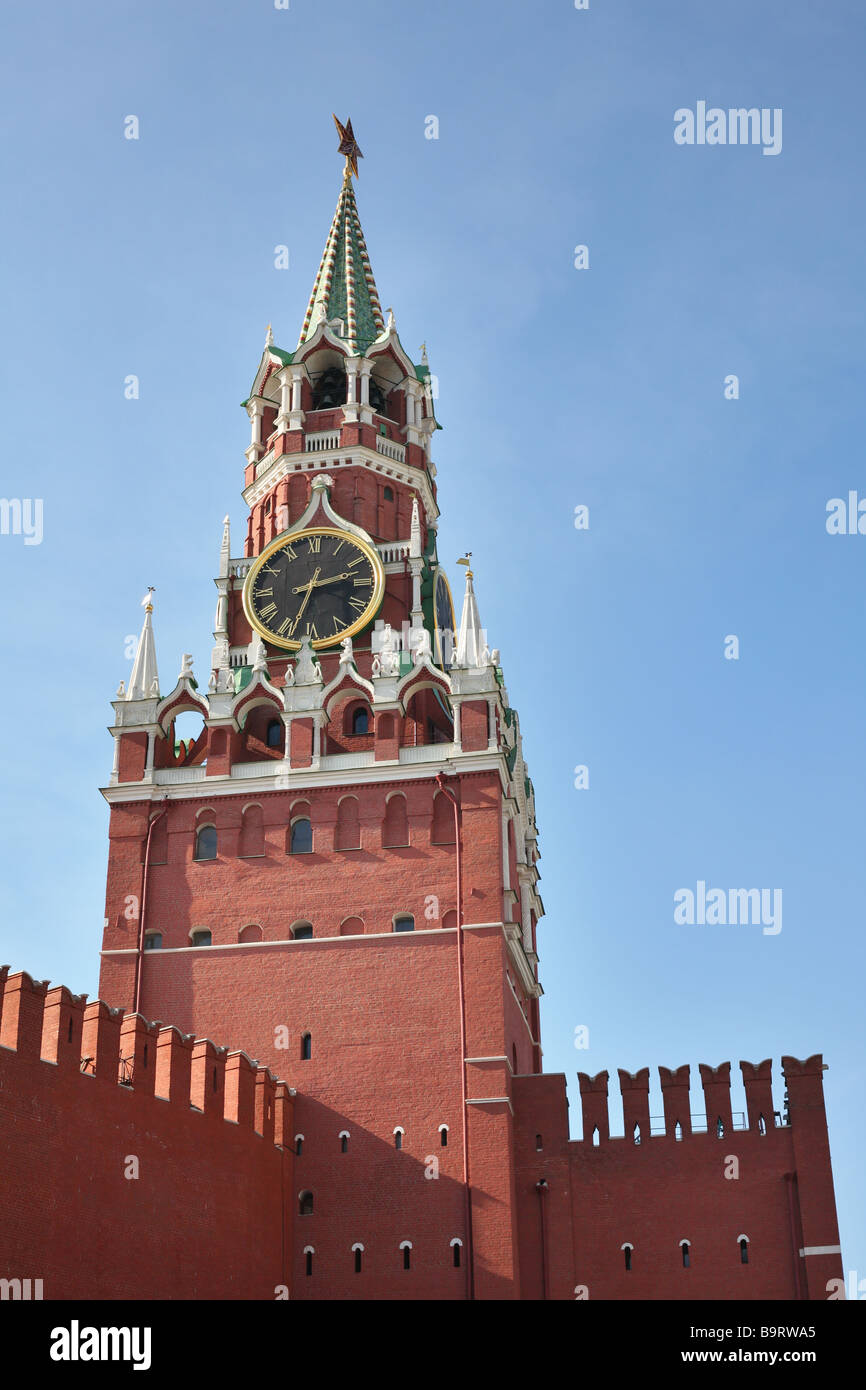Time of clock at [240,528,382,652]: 2:33
